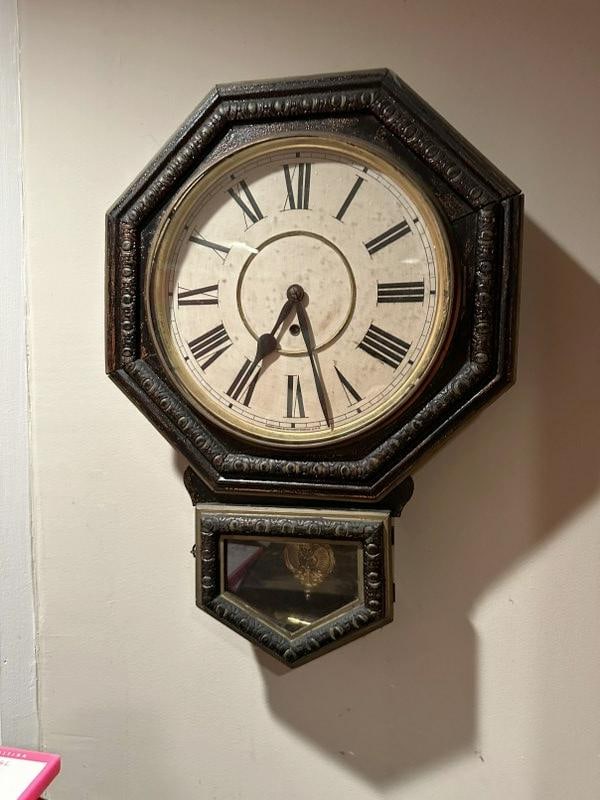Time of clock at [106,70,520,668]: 5:35
